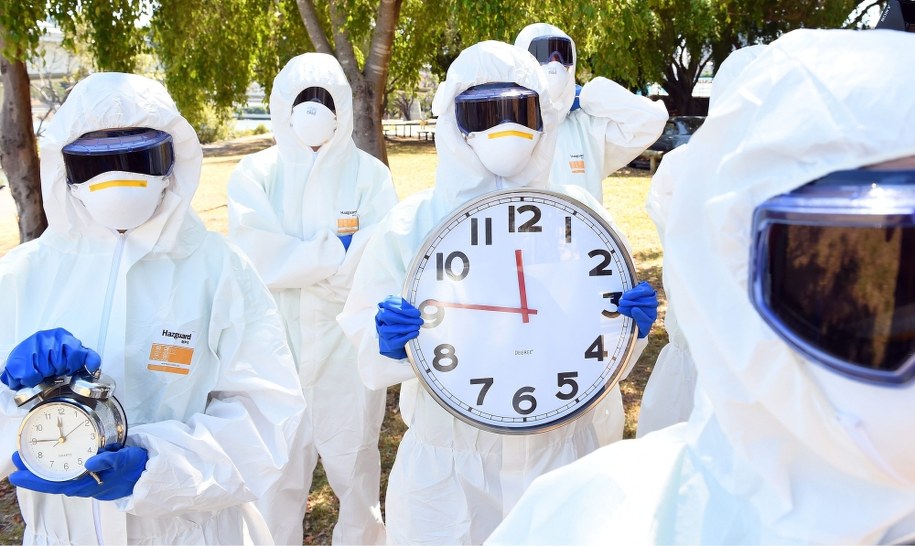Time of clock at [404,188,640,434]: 11:46
